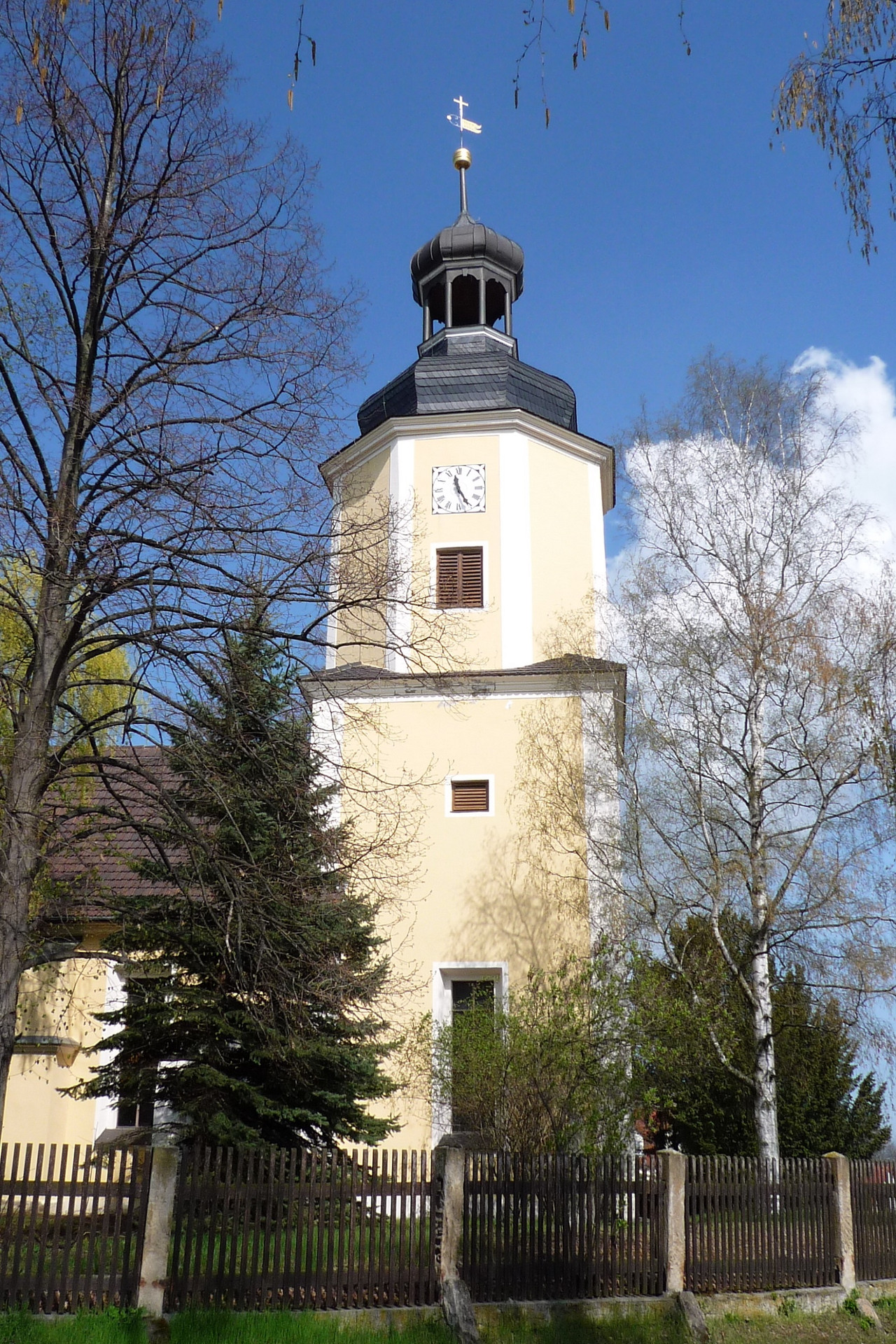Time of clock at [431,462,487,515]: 11:25
